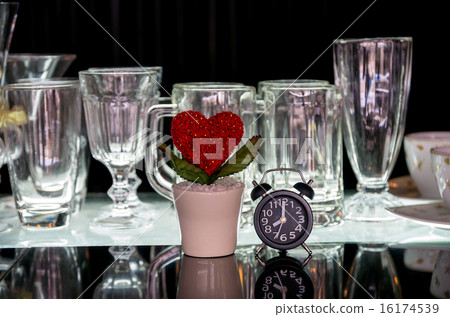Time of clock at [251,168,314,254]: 8:00
